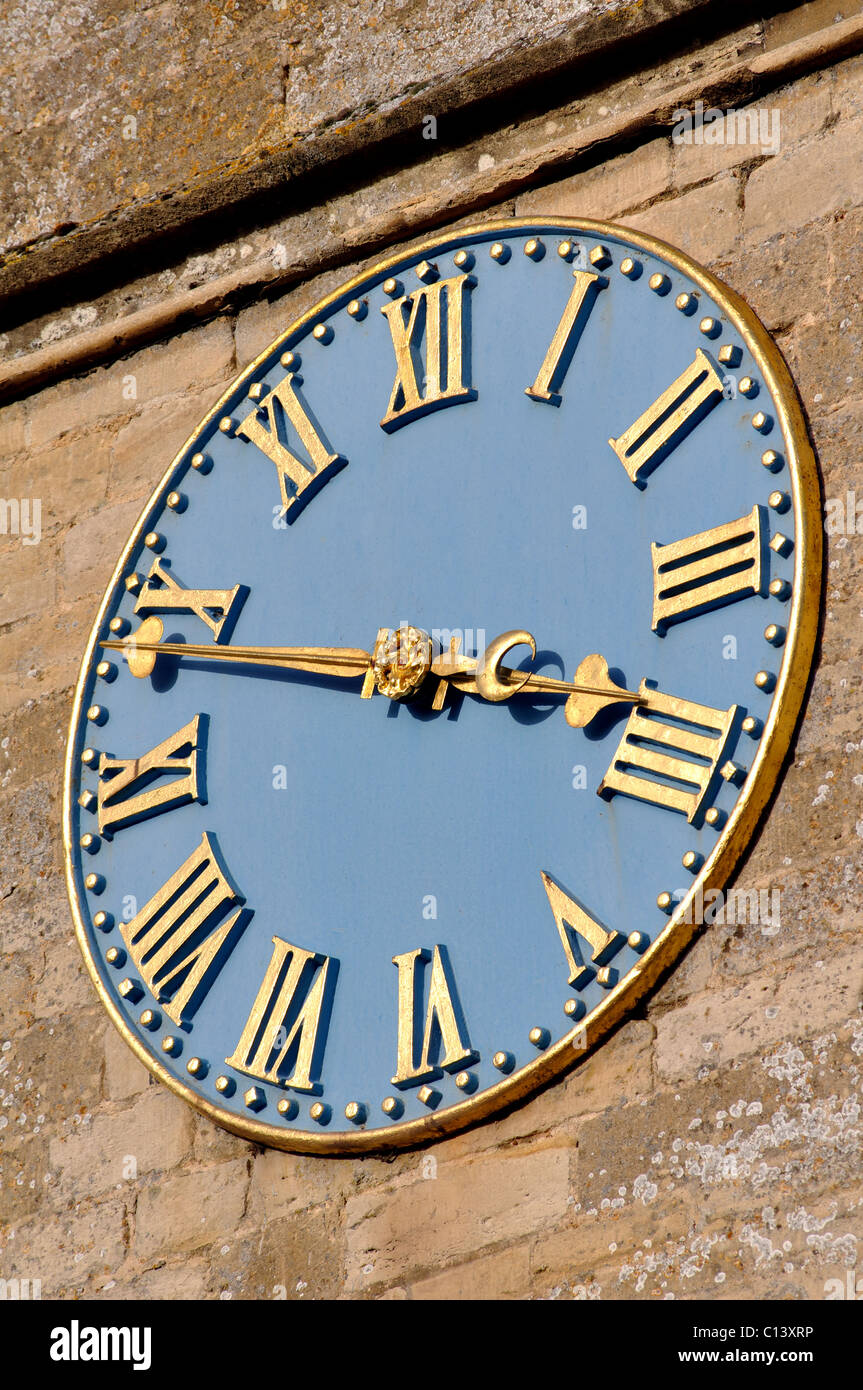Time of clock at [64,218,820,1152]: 3:48
